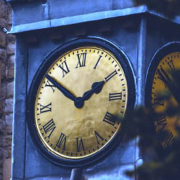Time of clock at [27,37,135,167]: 1:51
